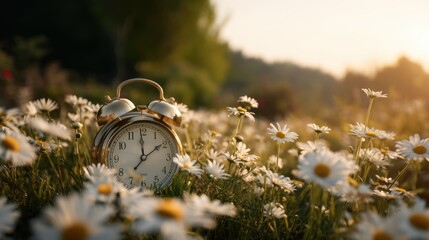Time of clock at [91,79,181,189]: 1:59
